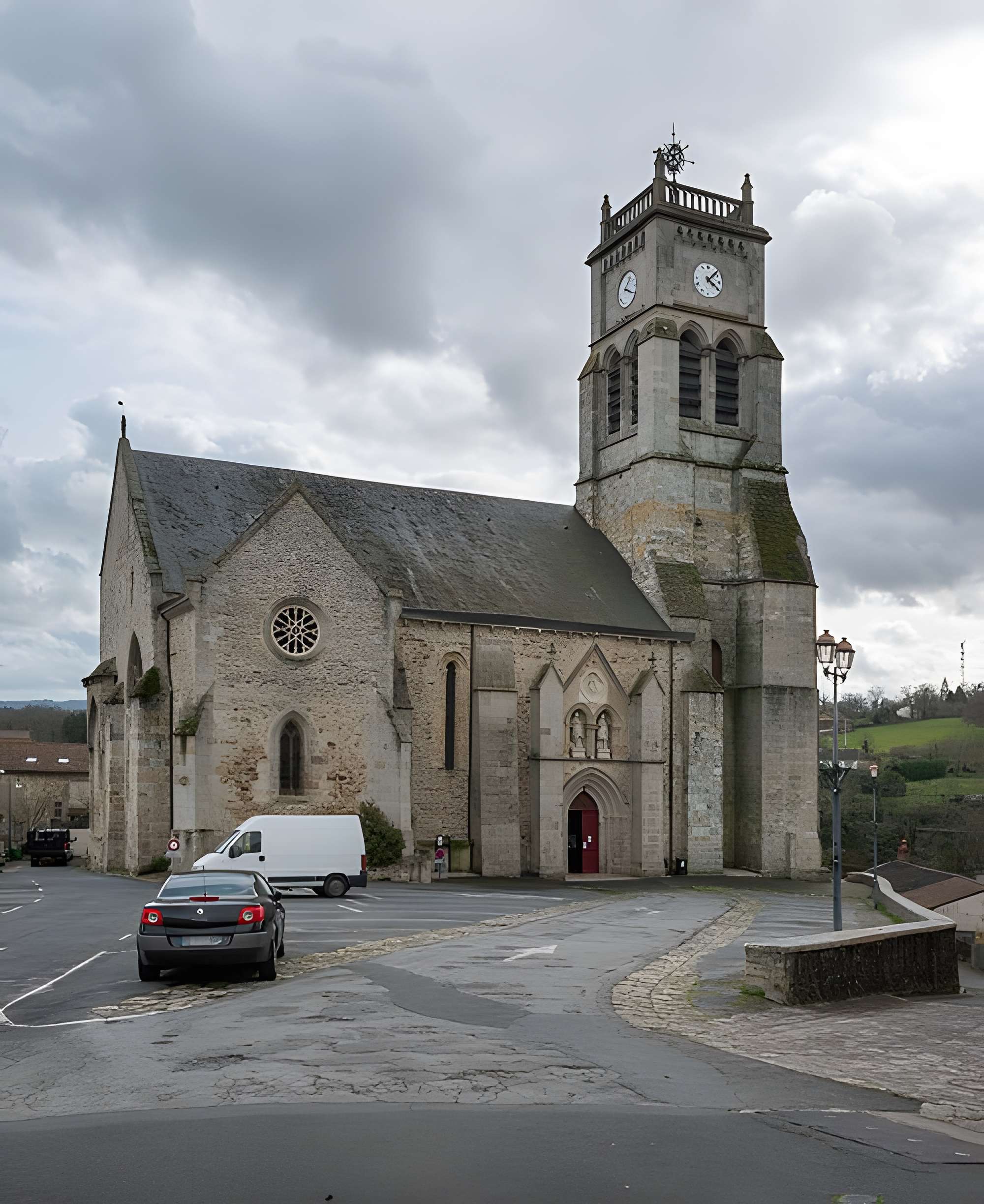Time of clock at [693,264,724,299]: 4:07
